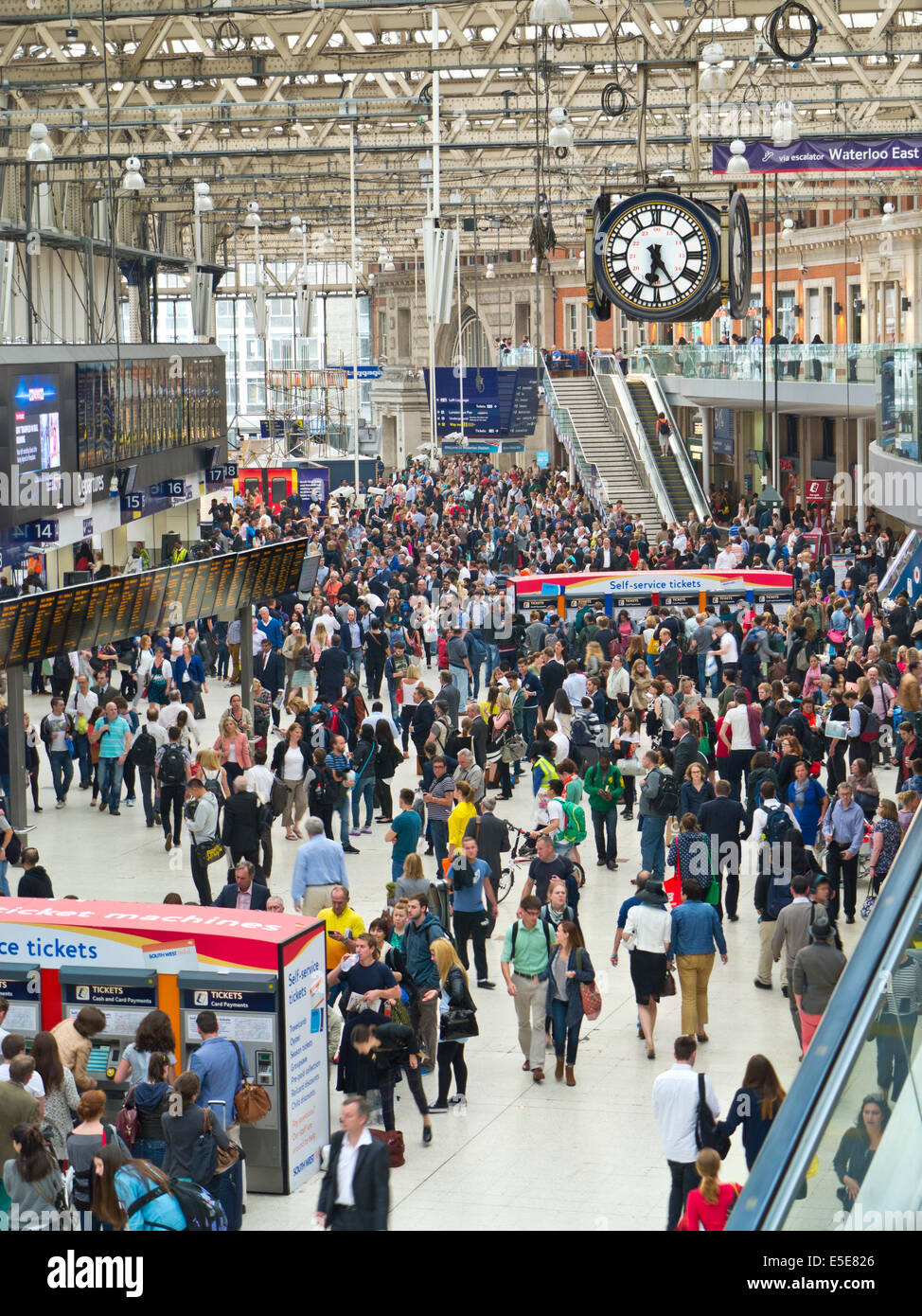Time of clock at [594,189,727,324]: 6:24
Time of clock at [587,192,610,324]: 6:24
